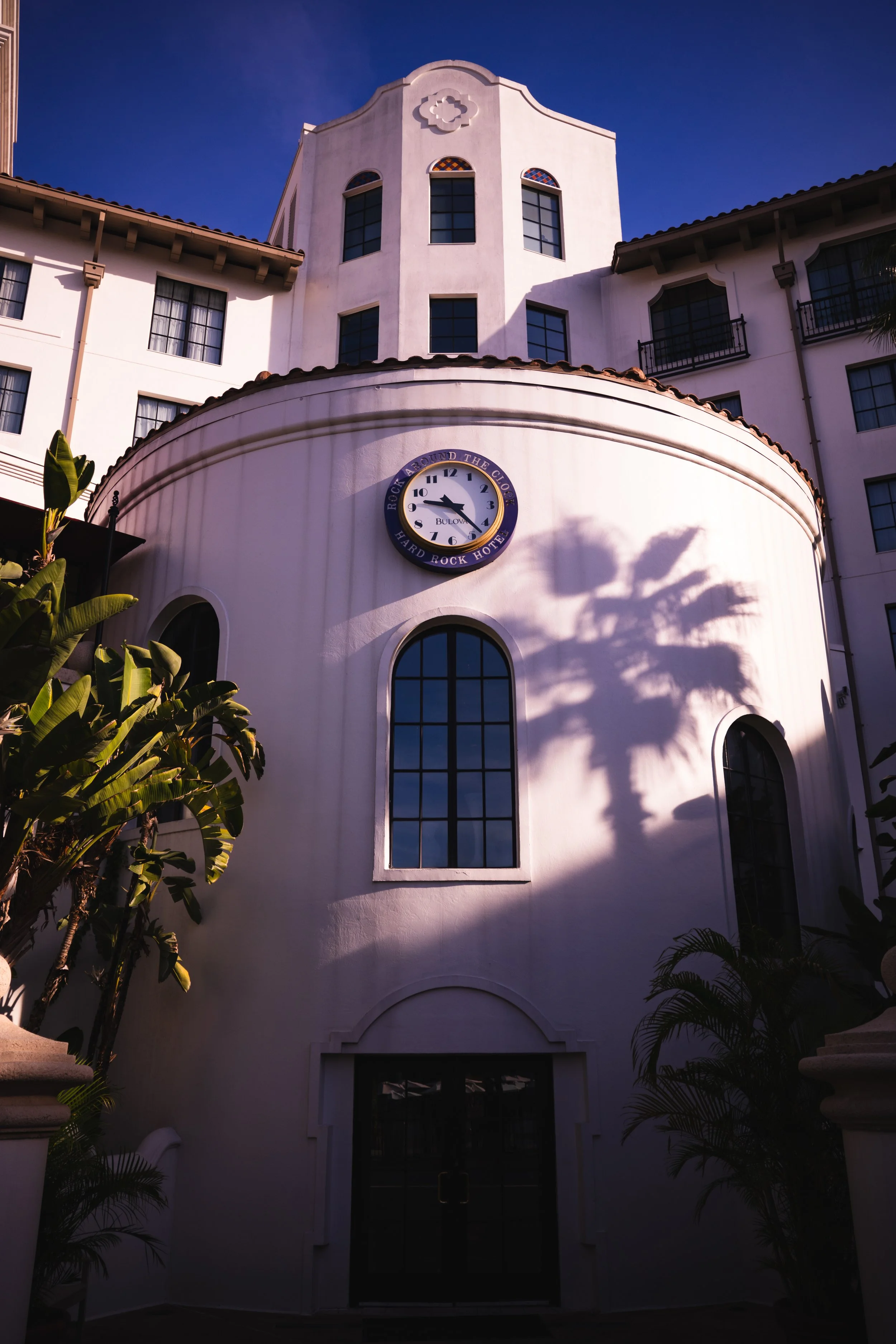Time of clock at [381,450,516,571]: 9:22
